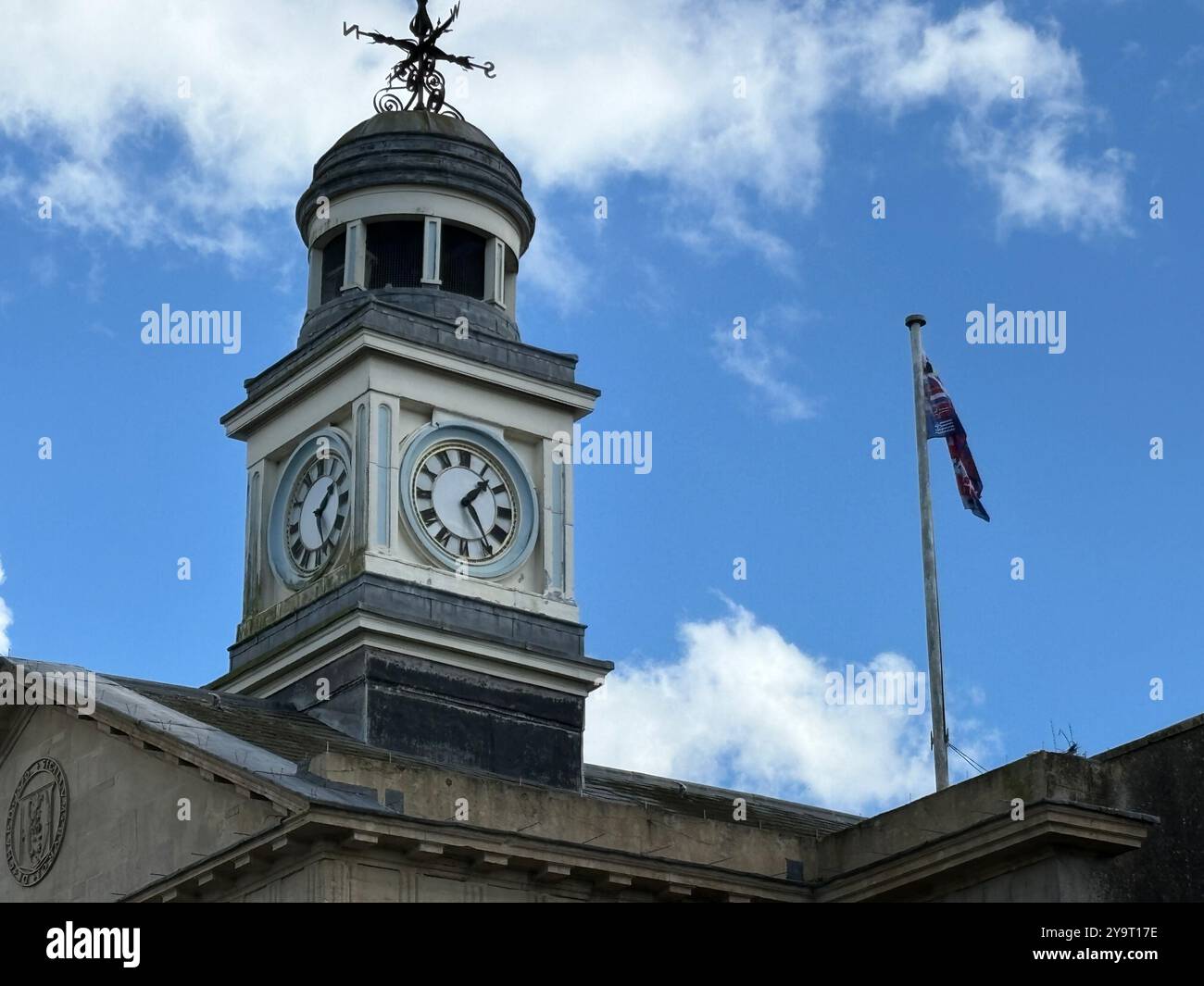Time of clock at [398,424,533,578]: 1:24
